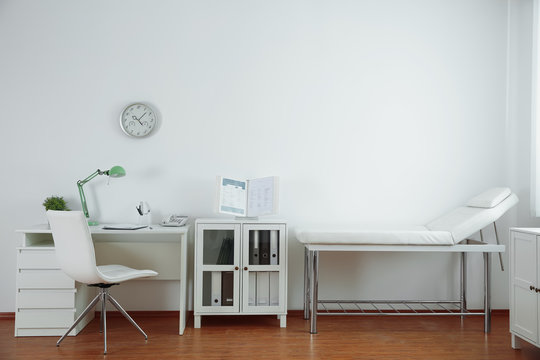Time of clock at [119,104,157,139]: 10:07
